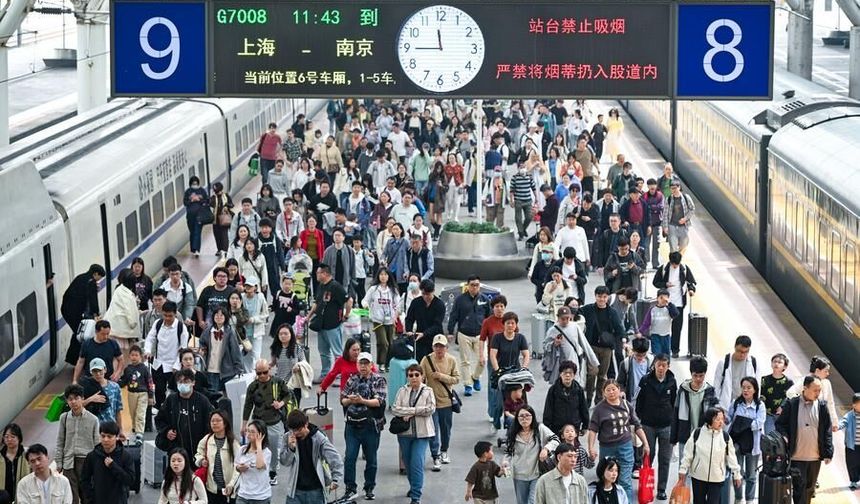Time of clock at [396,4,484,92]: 11:44
